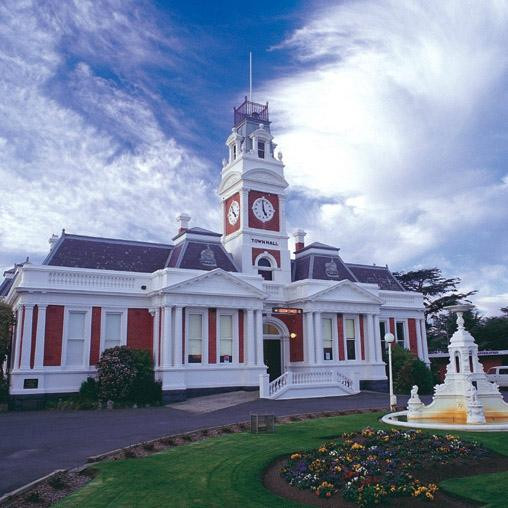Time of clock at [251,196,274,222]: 4:59
